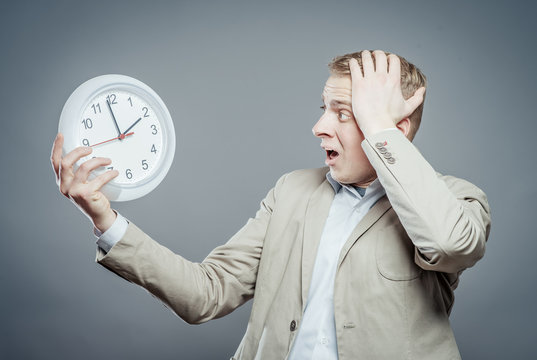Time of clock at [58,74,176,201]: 1:58
